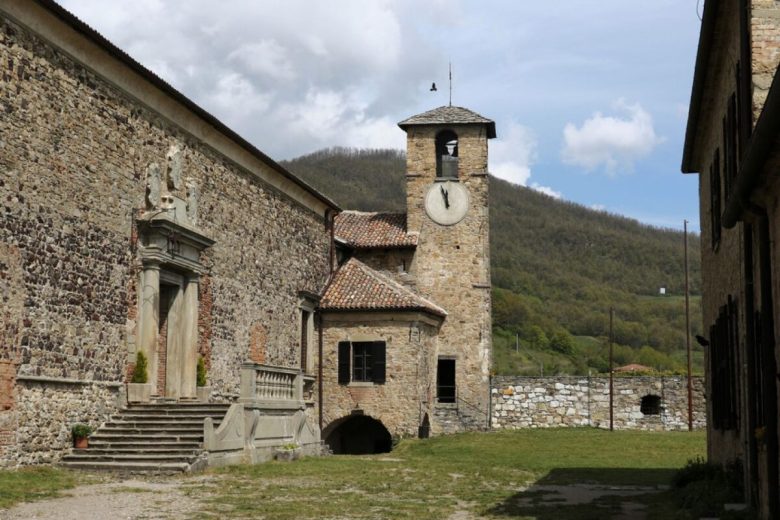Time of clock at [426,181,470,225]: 11:56
